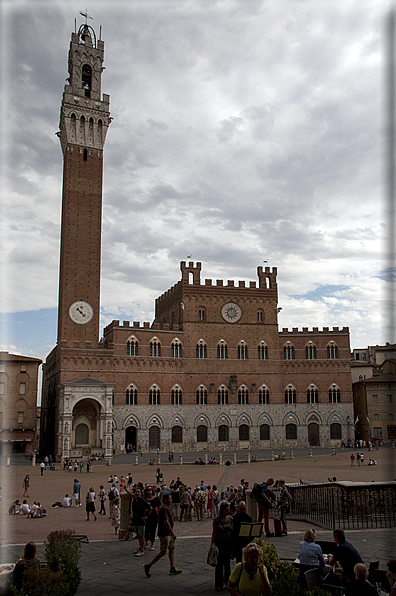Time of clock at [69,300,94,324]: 10:22
